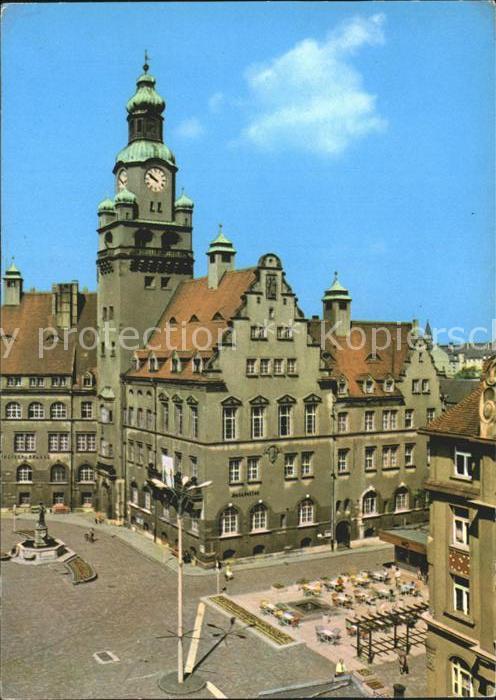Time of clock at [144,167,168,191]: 9:50
